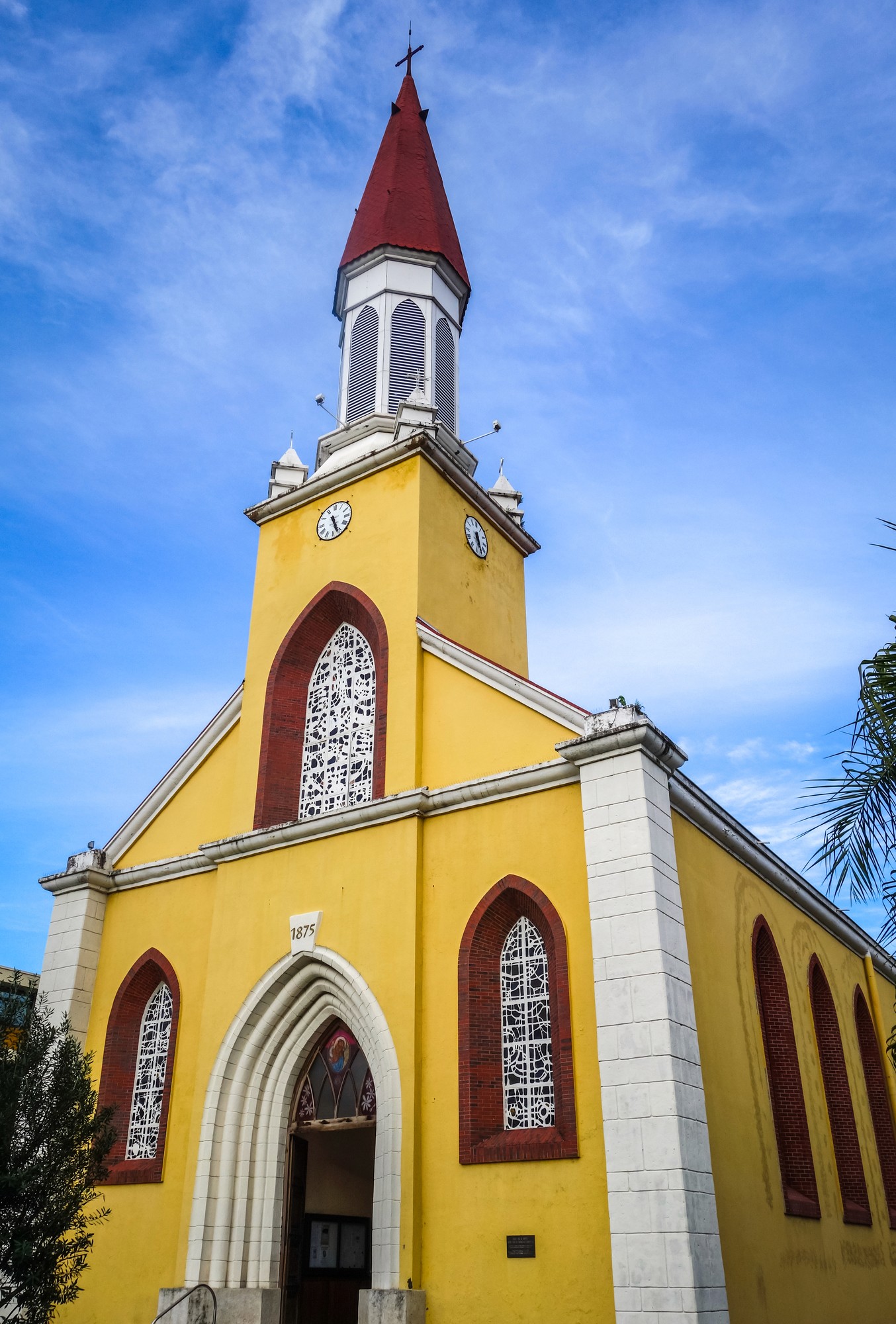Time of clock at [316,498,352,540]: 5:26
